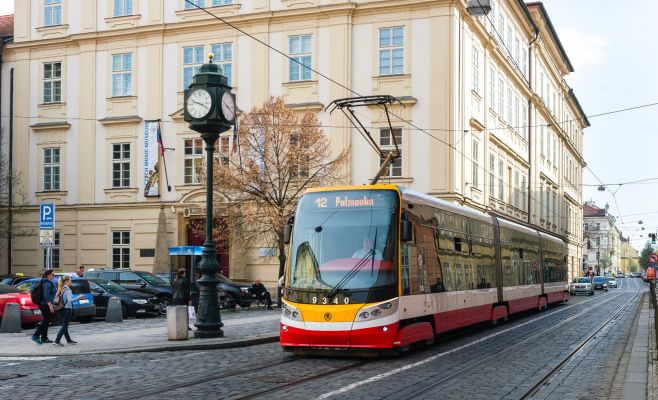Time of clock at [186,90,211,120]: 3:48
